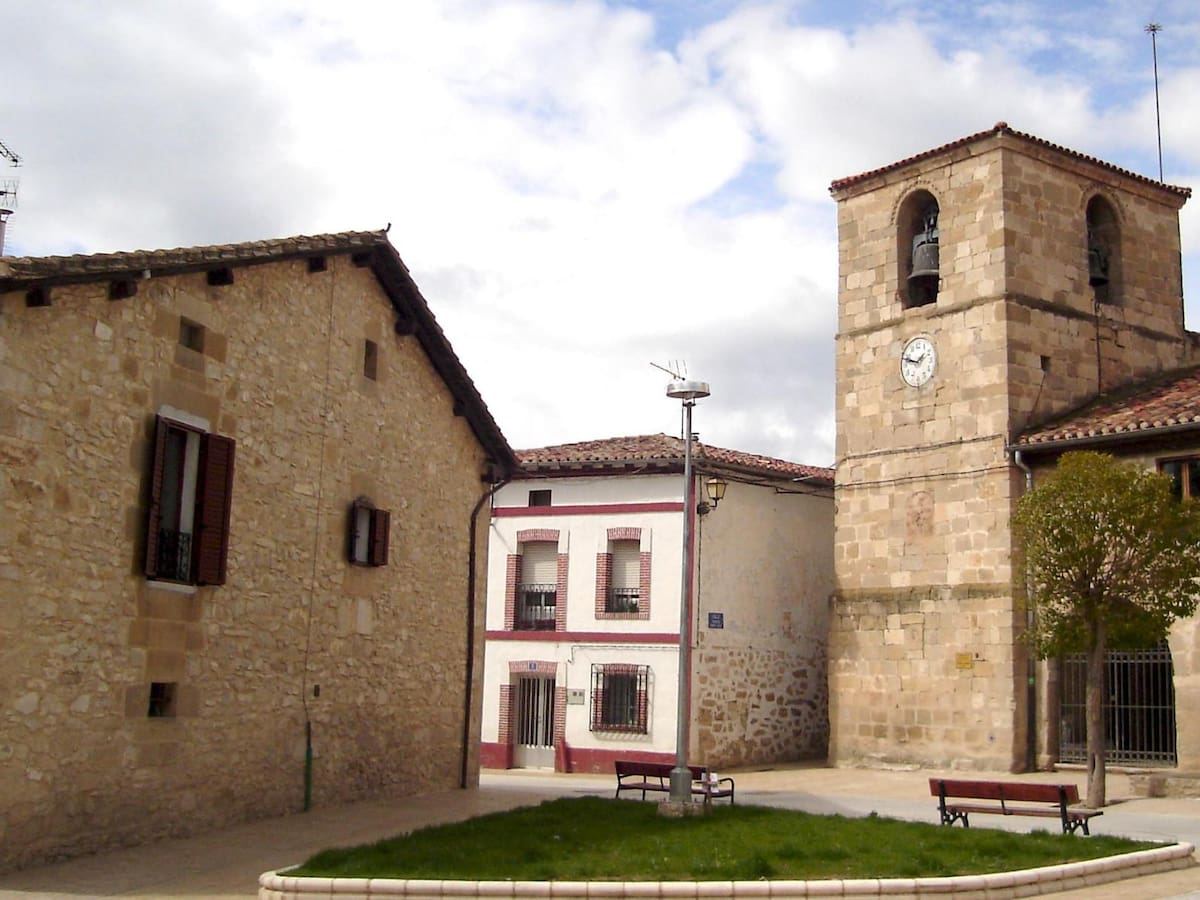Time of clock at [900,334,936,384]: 1:47
